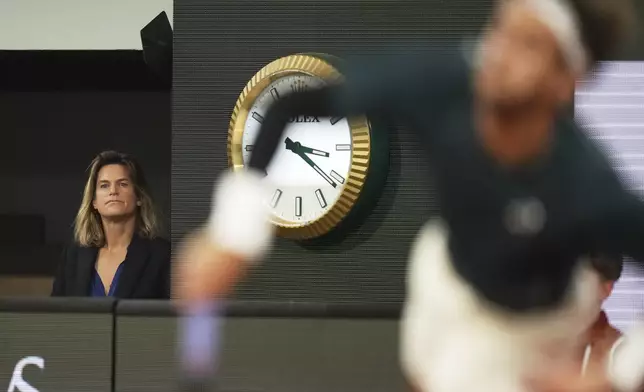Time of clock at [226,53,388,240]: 3:21
